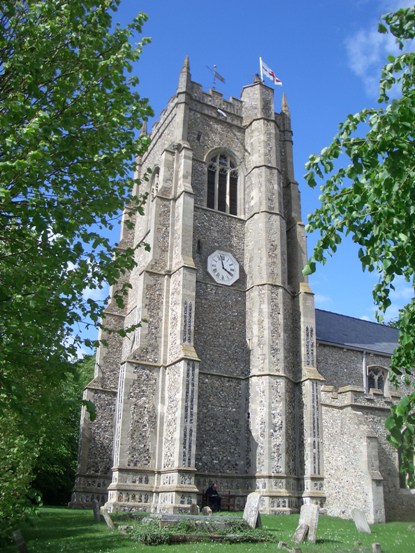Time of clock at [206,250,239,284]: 3:58
